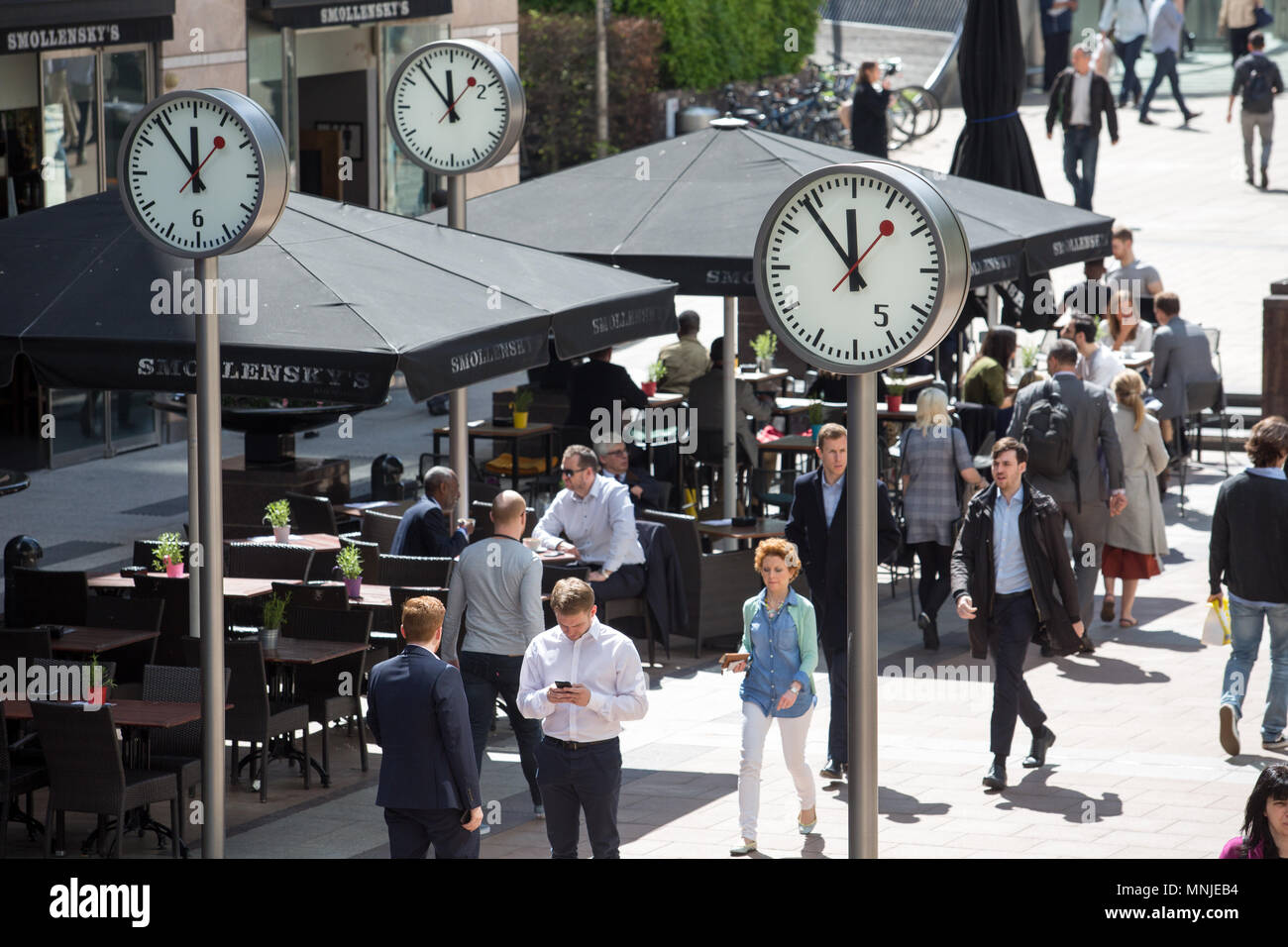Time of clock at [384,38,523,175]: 11:53
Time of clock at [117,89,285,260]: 11:53
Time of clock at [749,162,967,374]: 11:53
